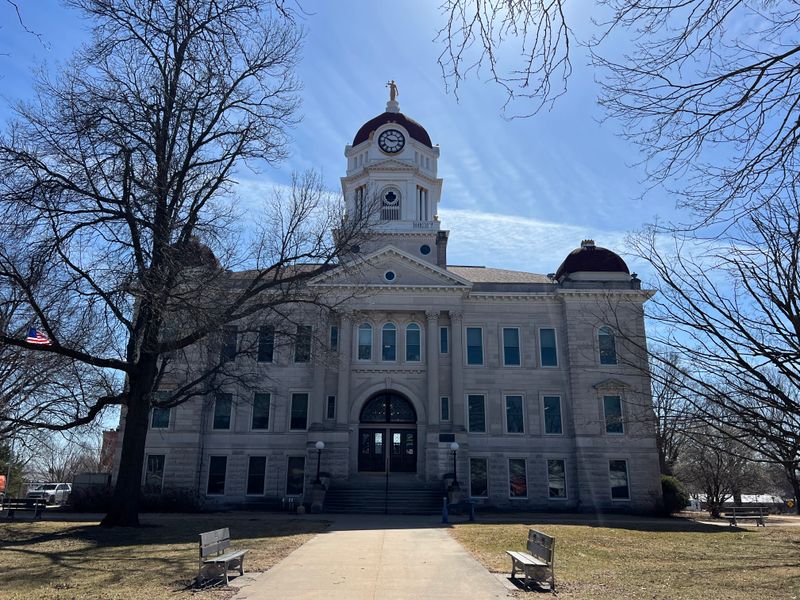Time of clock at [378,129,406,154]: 10:14
